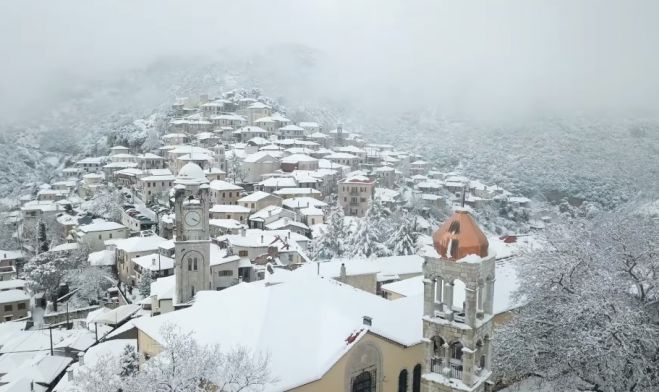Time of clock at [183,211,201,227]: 4:20
